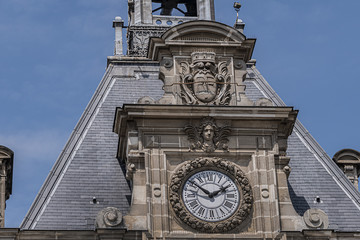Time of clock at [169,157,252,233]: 1:51
